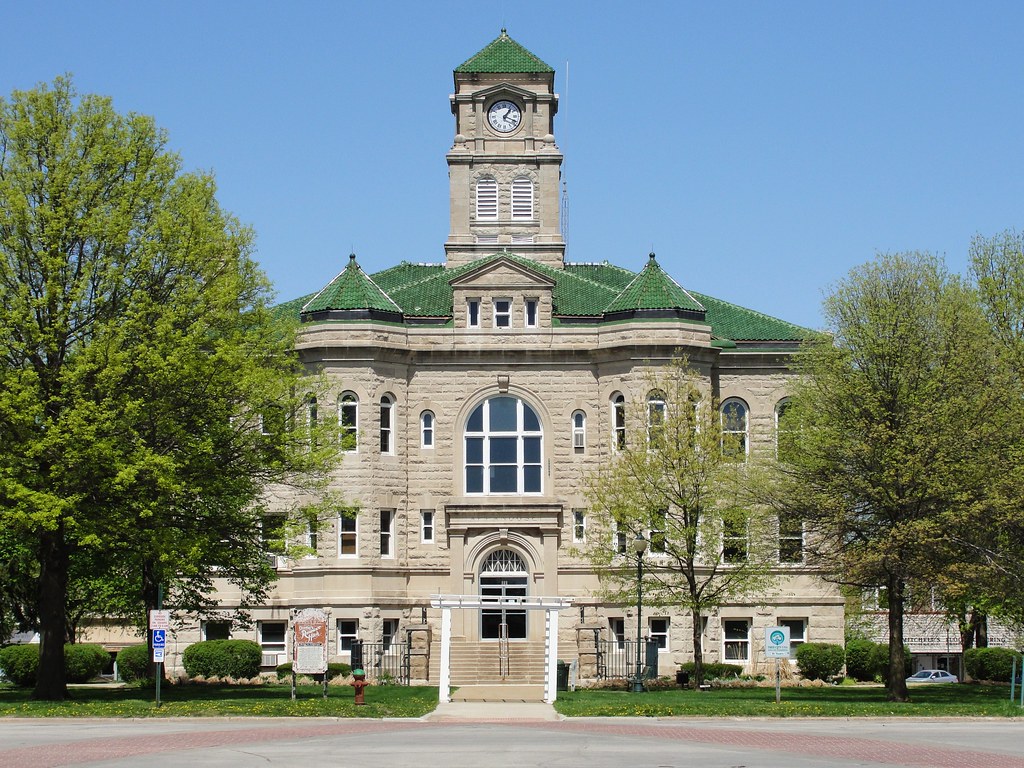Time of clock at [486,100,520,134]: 1:18
